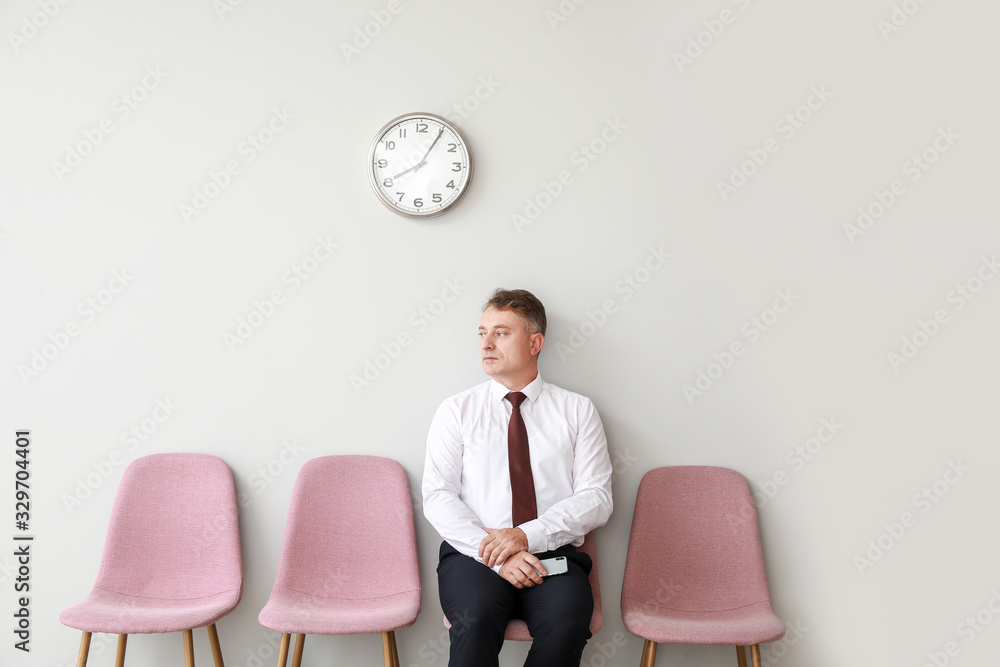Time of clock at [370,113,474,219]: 8:05
